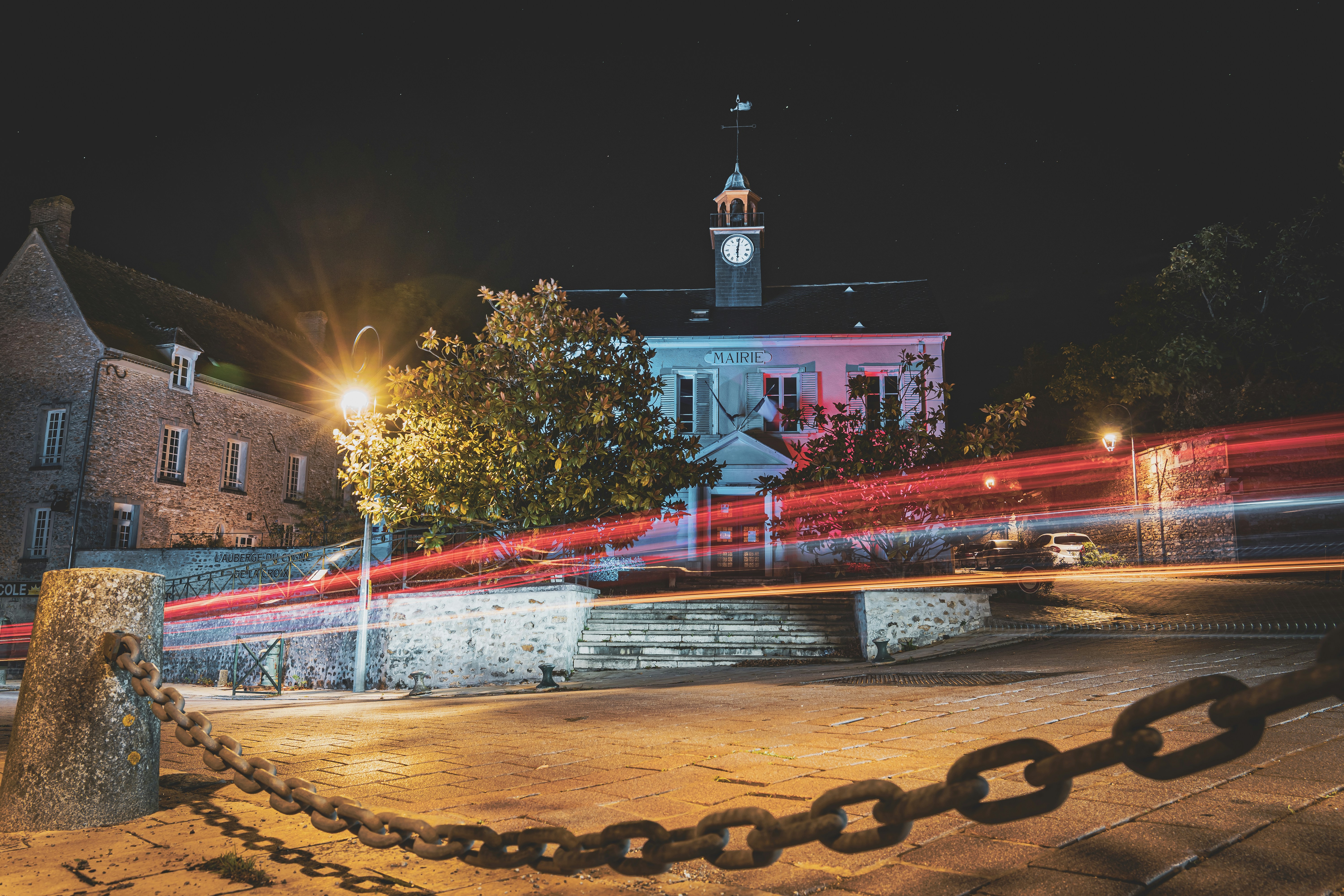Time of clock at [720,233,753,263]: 6:01
